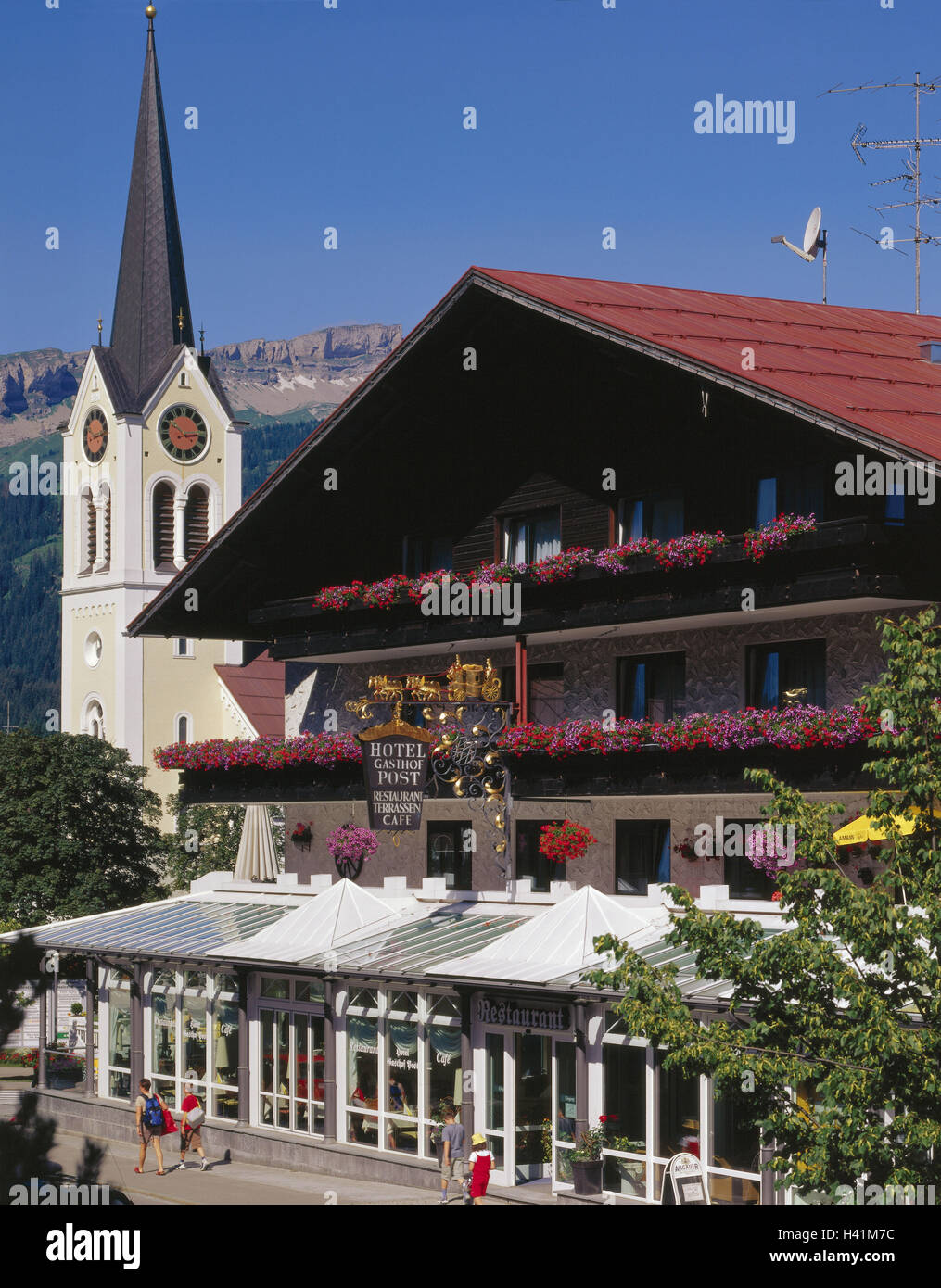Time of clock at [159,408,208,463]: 10:13
